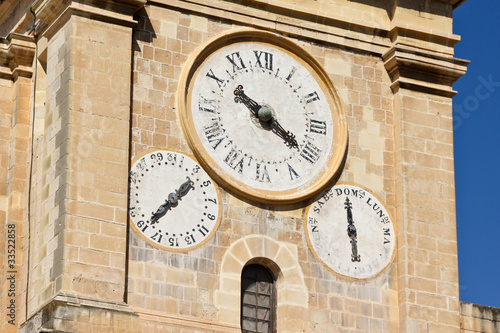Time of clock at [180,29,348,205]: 10:20
